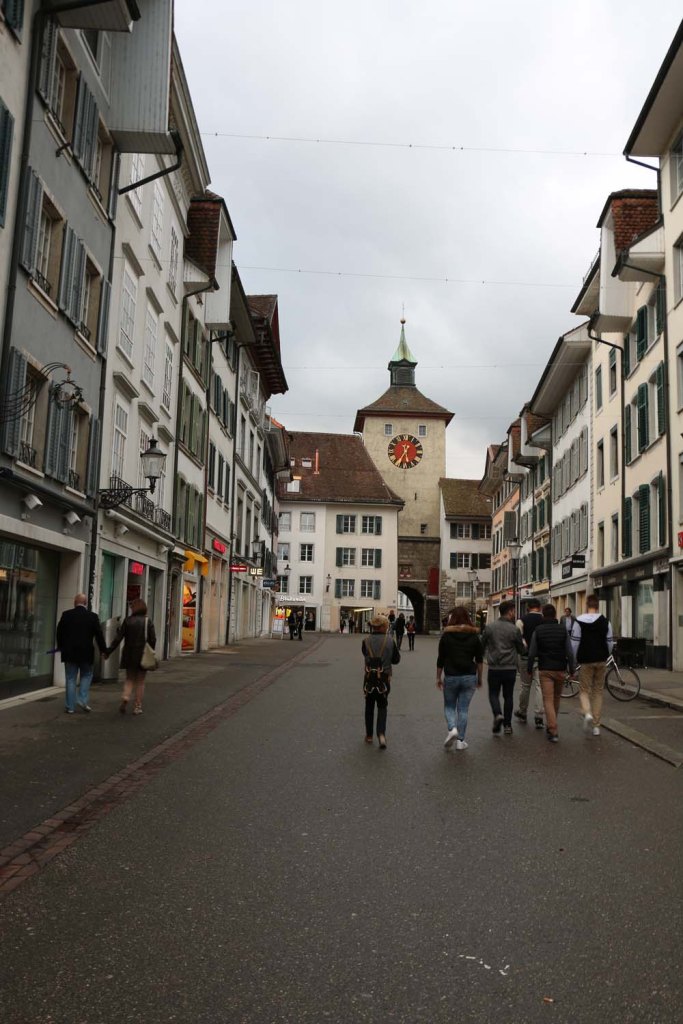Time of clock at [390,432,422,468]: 5:34
